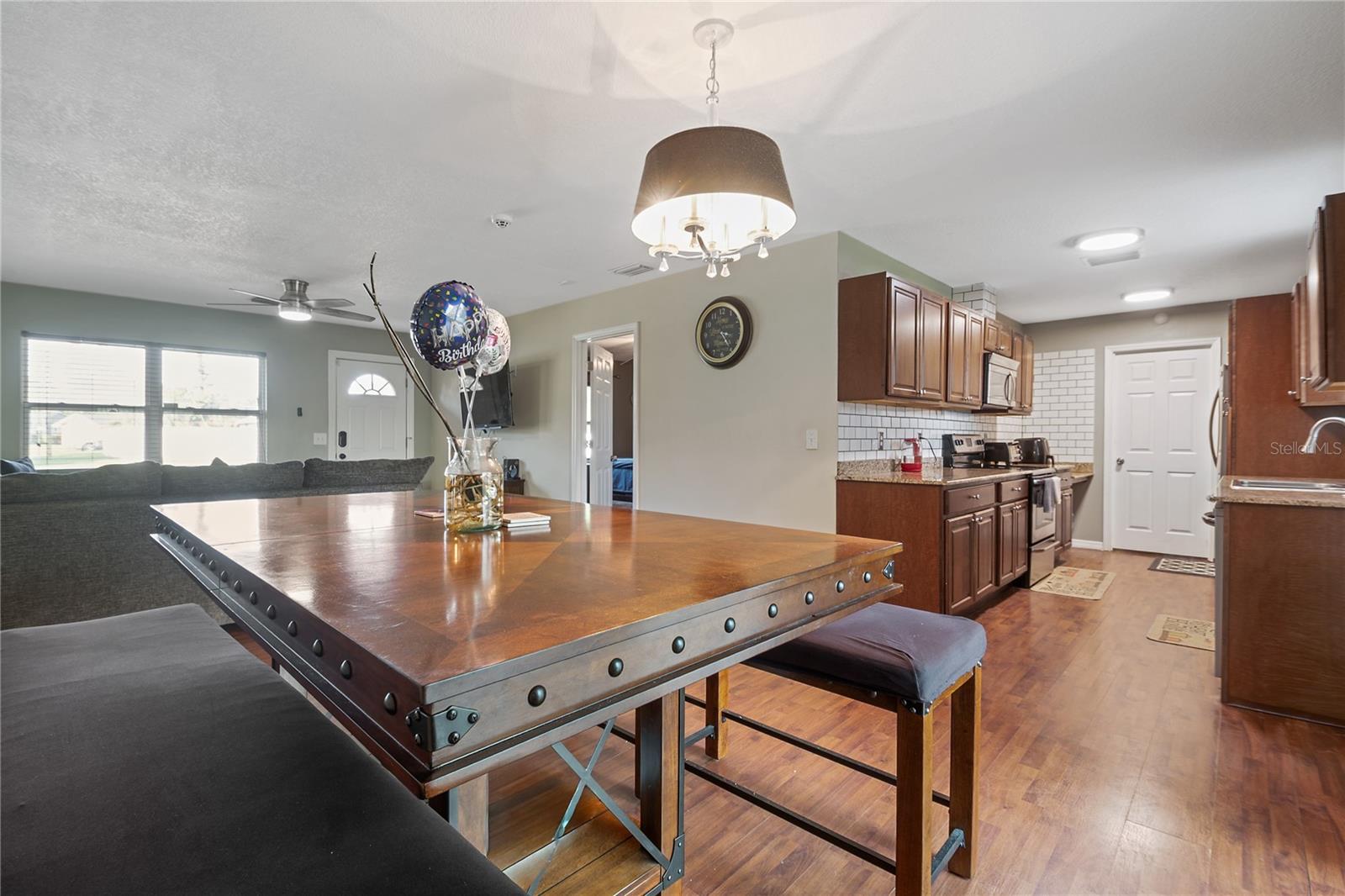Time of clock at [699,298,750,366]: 3:24
